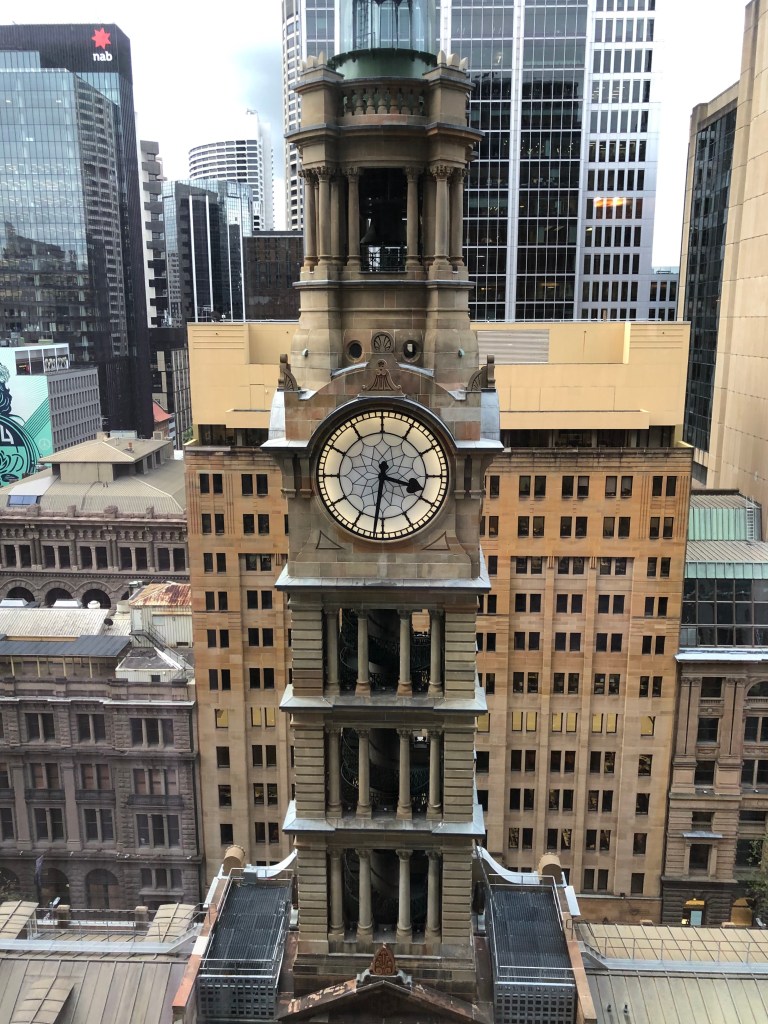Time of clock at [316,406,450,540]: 3:31
